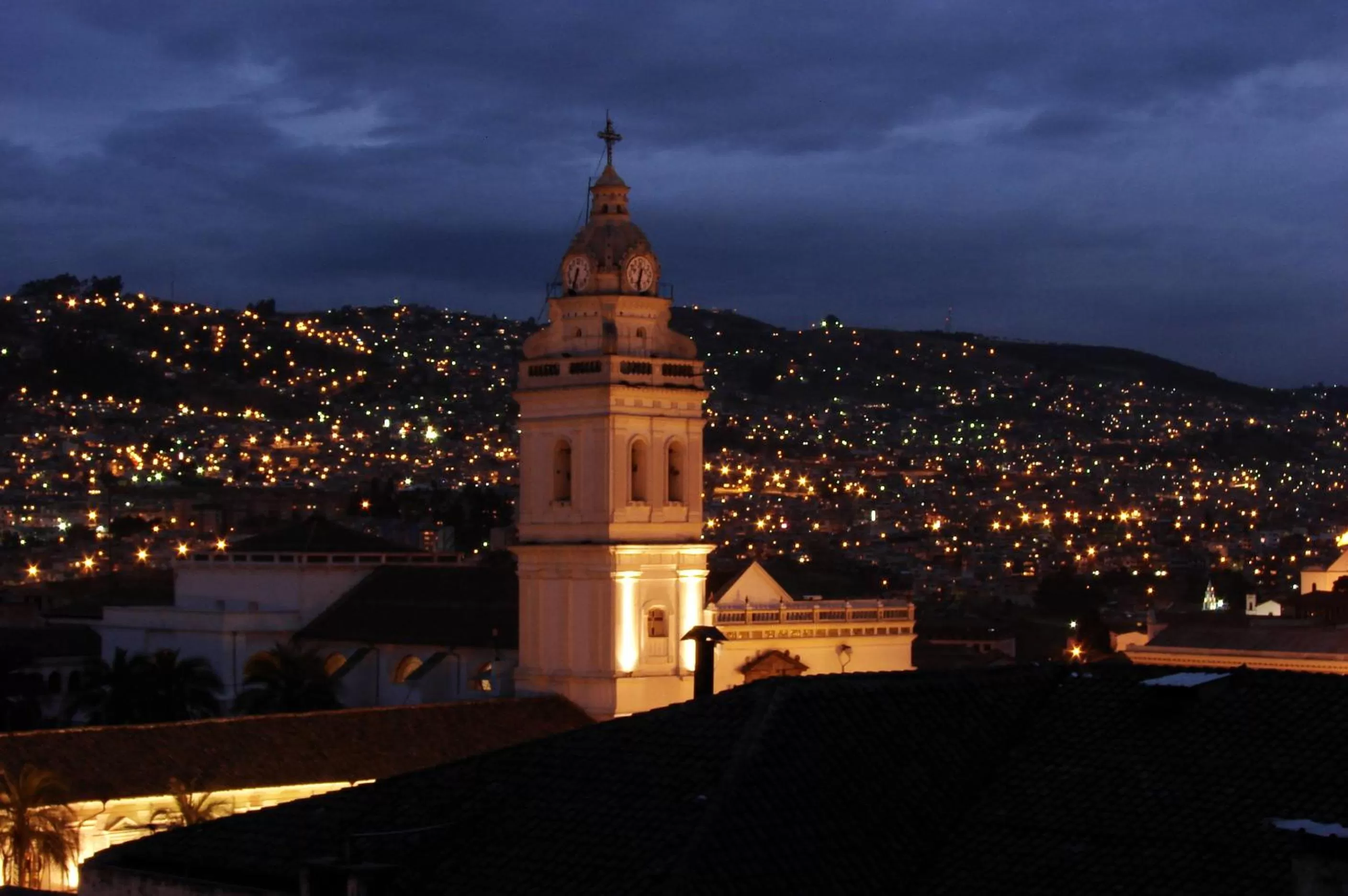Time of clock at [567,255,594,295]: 6:32
